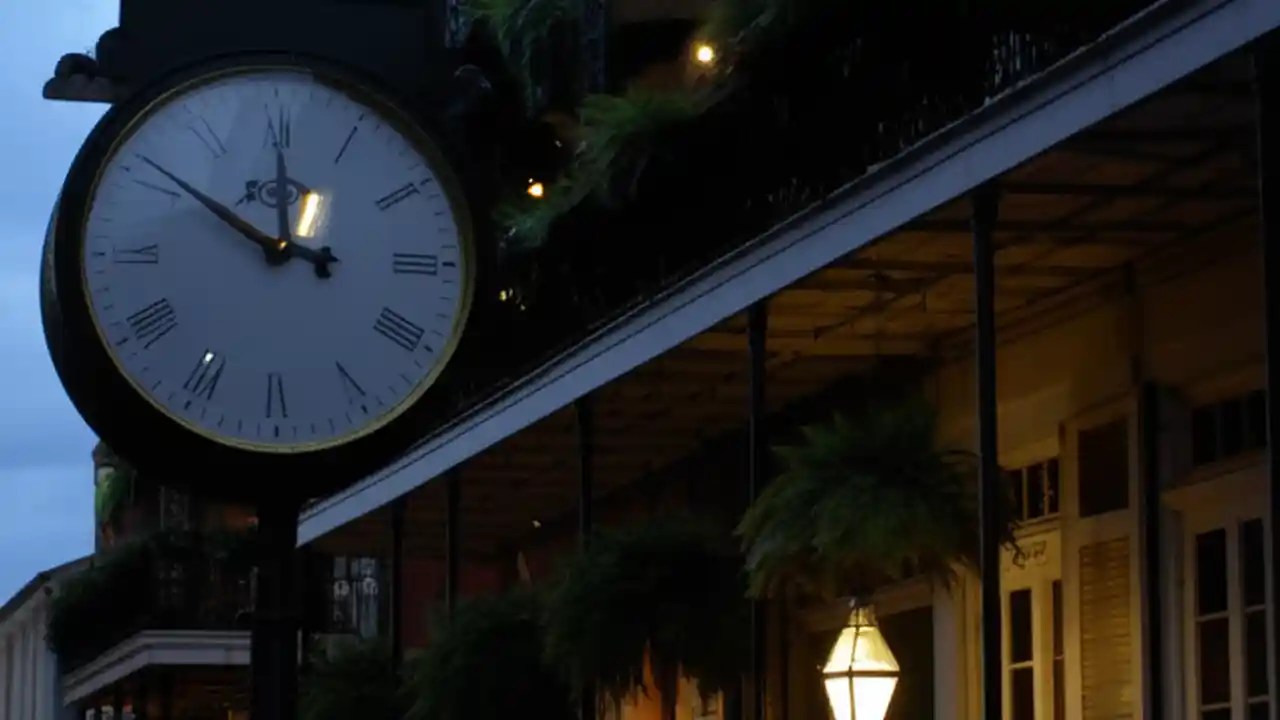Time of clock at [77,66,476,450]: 12:50
